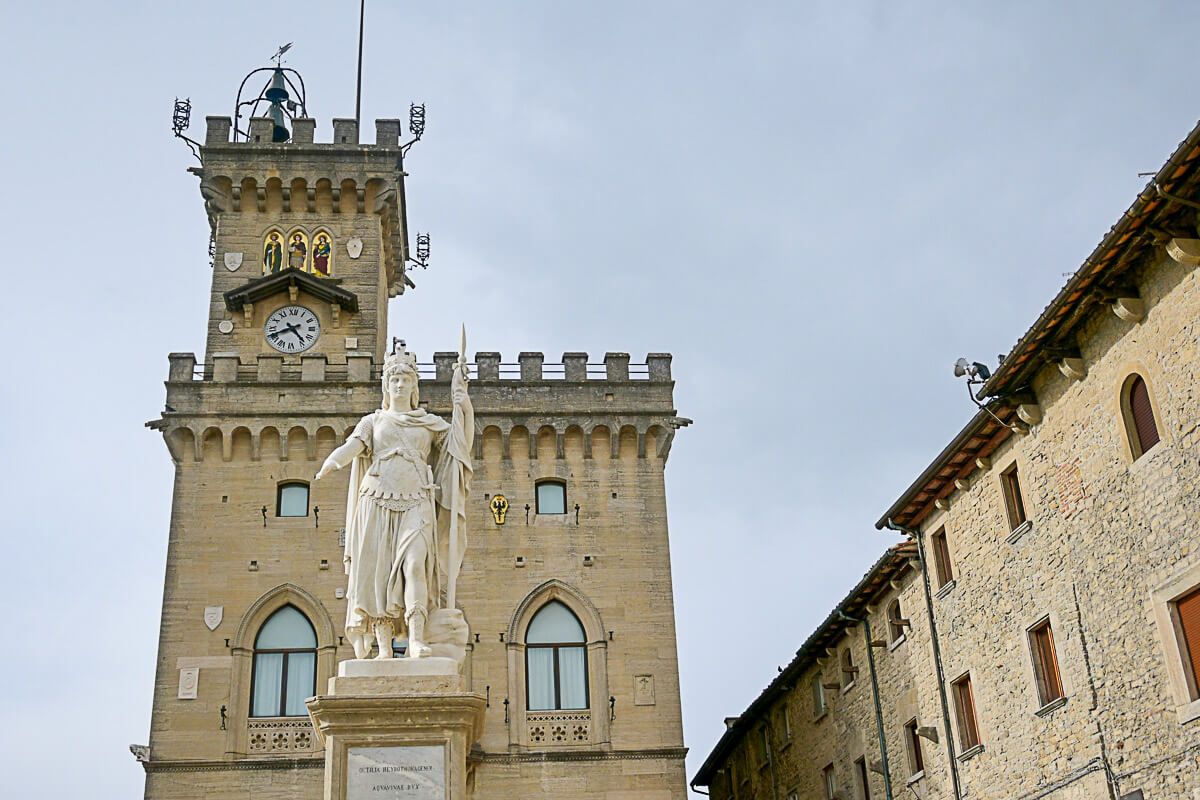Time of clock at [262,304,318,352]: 4:40
